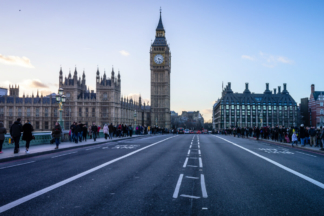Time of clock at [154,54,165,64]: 3:28
